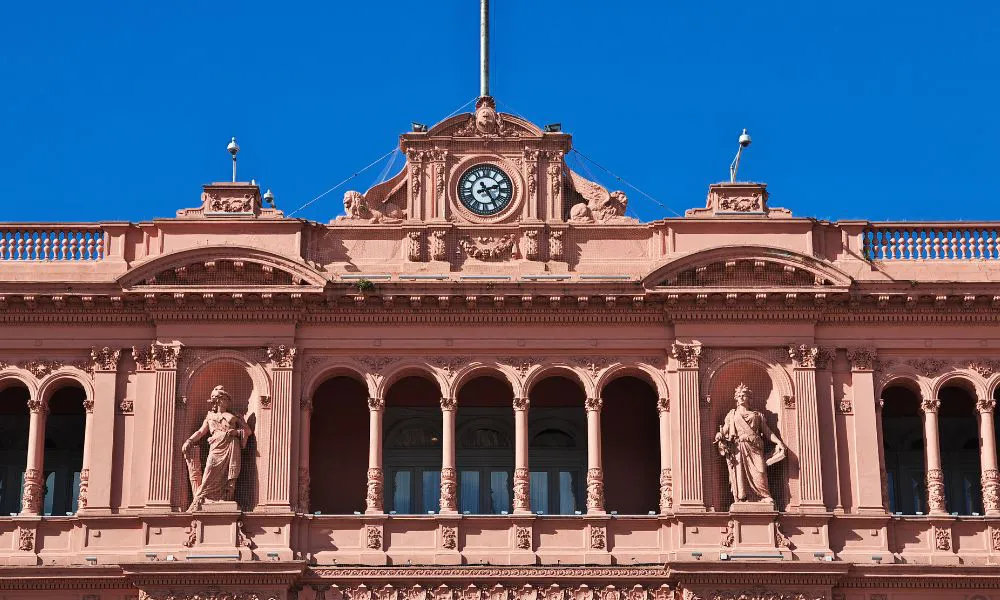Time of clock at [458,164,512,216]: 2:24
